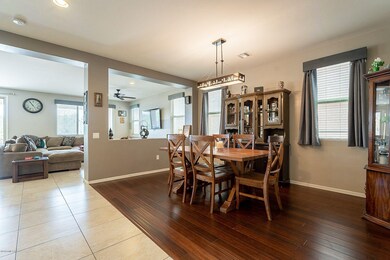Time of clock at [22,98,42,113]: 4:54
